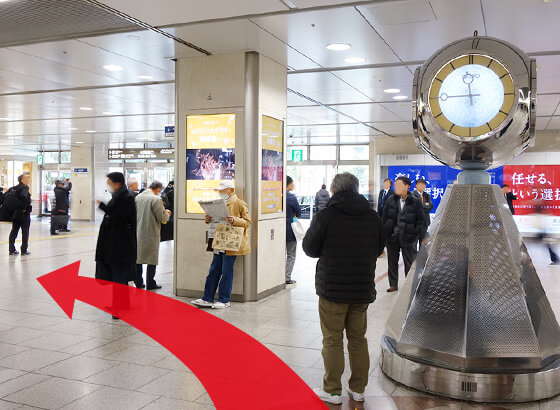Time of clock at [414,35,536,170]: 11:44
